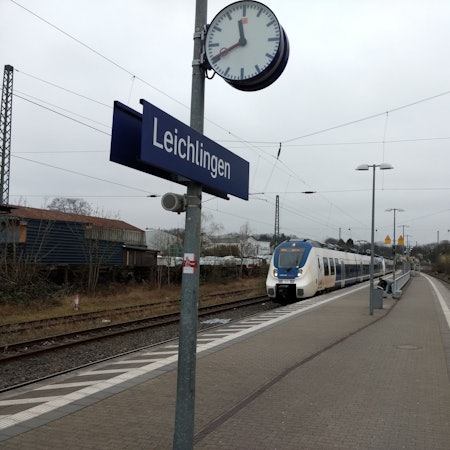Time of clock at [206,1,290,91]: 11:41
